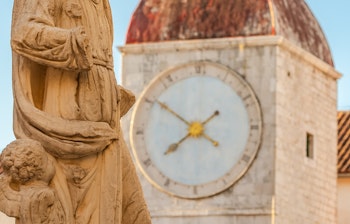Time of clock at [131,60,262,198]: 7:50
